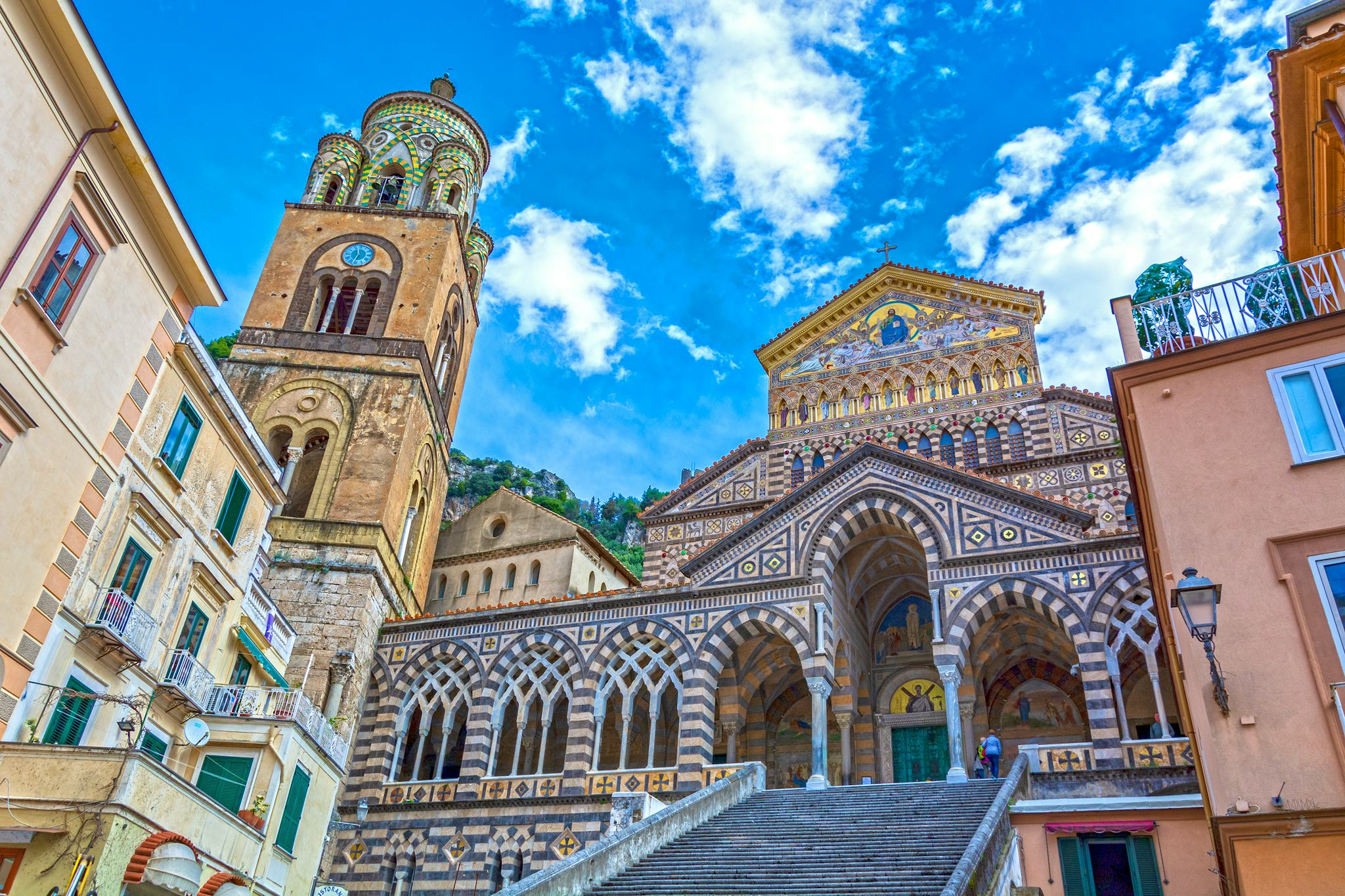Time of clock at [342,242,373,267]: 11:32
